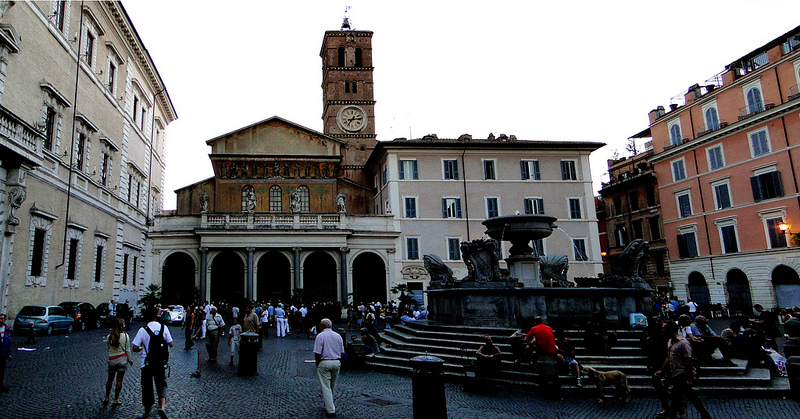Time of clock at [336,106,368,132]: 7:13
